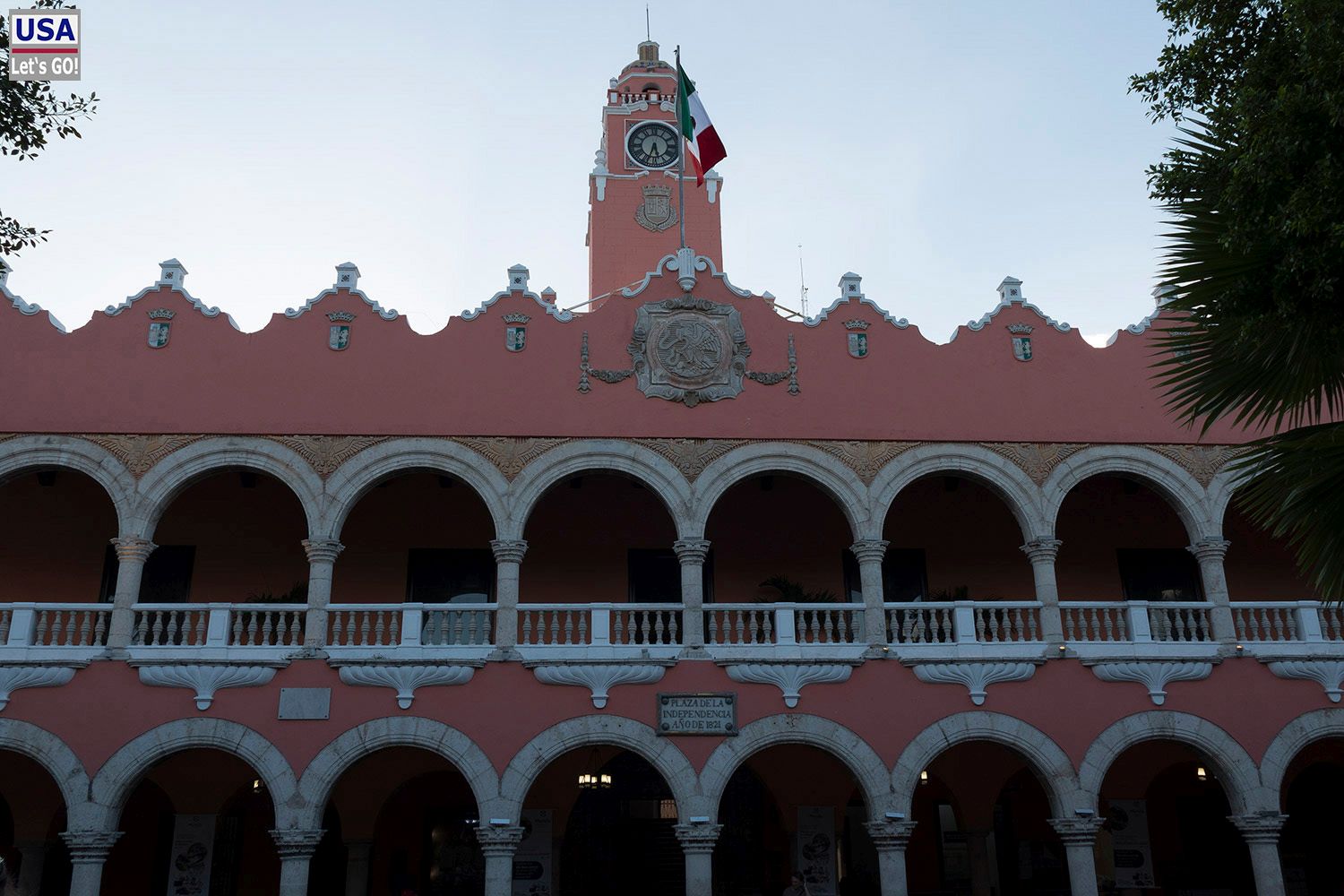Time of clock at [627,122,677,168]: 5:33
